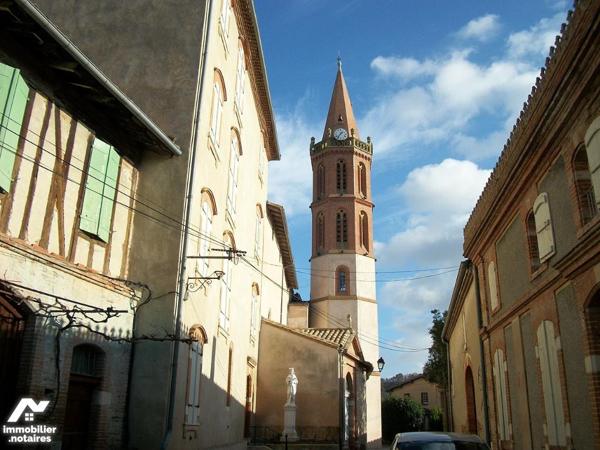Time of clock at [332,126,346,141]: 1:36
